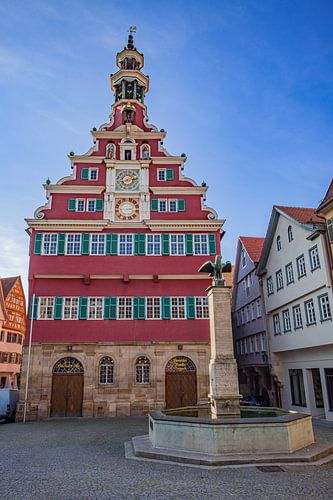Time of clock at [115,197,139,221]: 2:42
